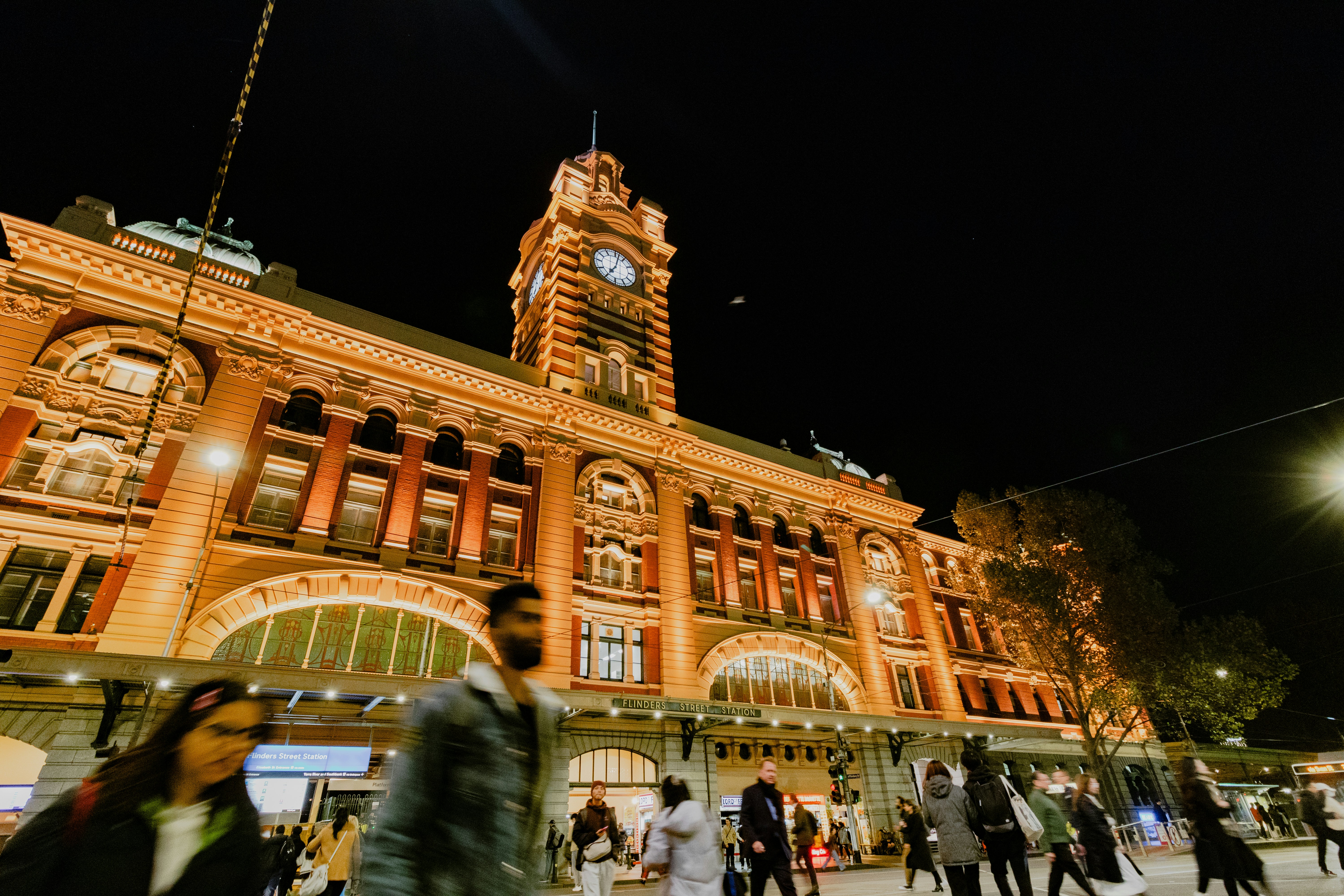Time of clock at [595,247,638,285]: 7:02
